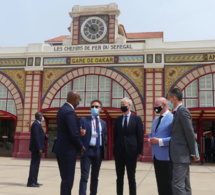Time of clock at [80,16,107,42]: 10:48
